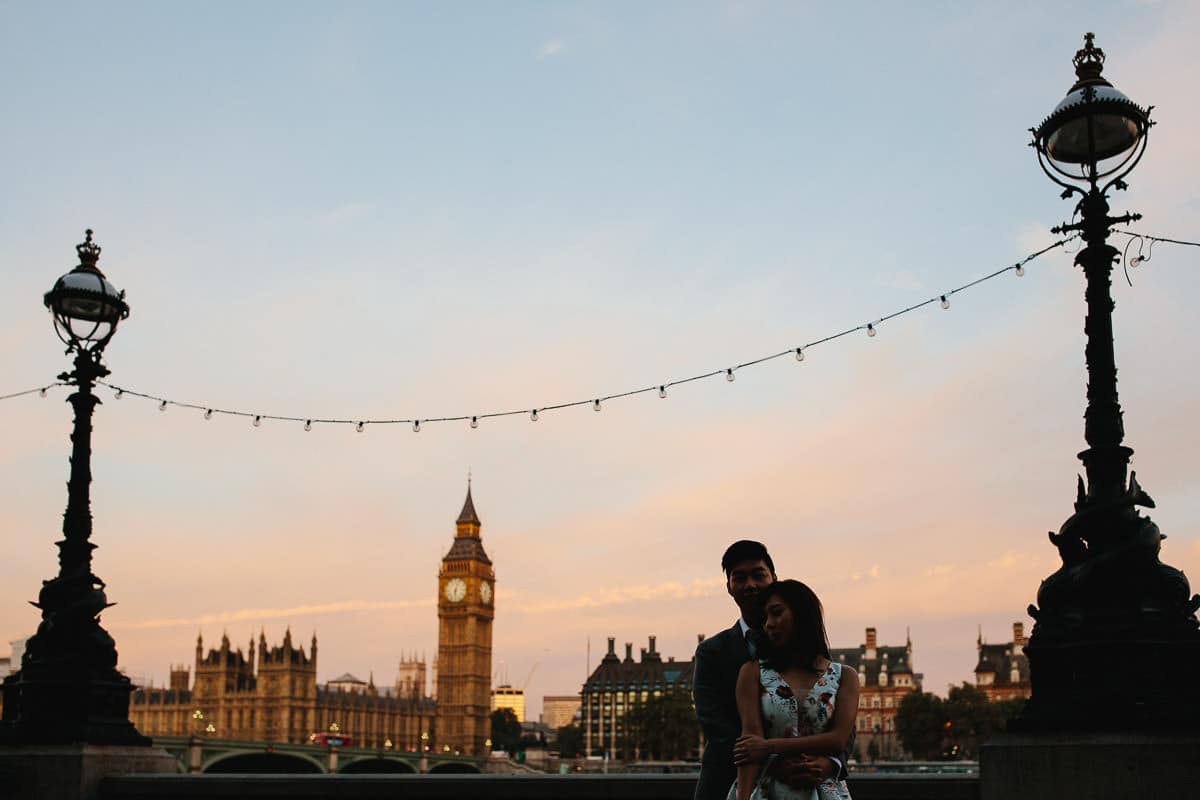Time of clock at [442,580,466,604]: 6:03
